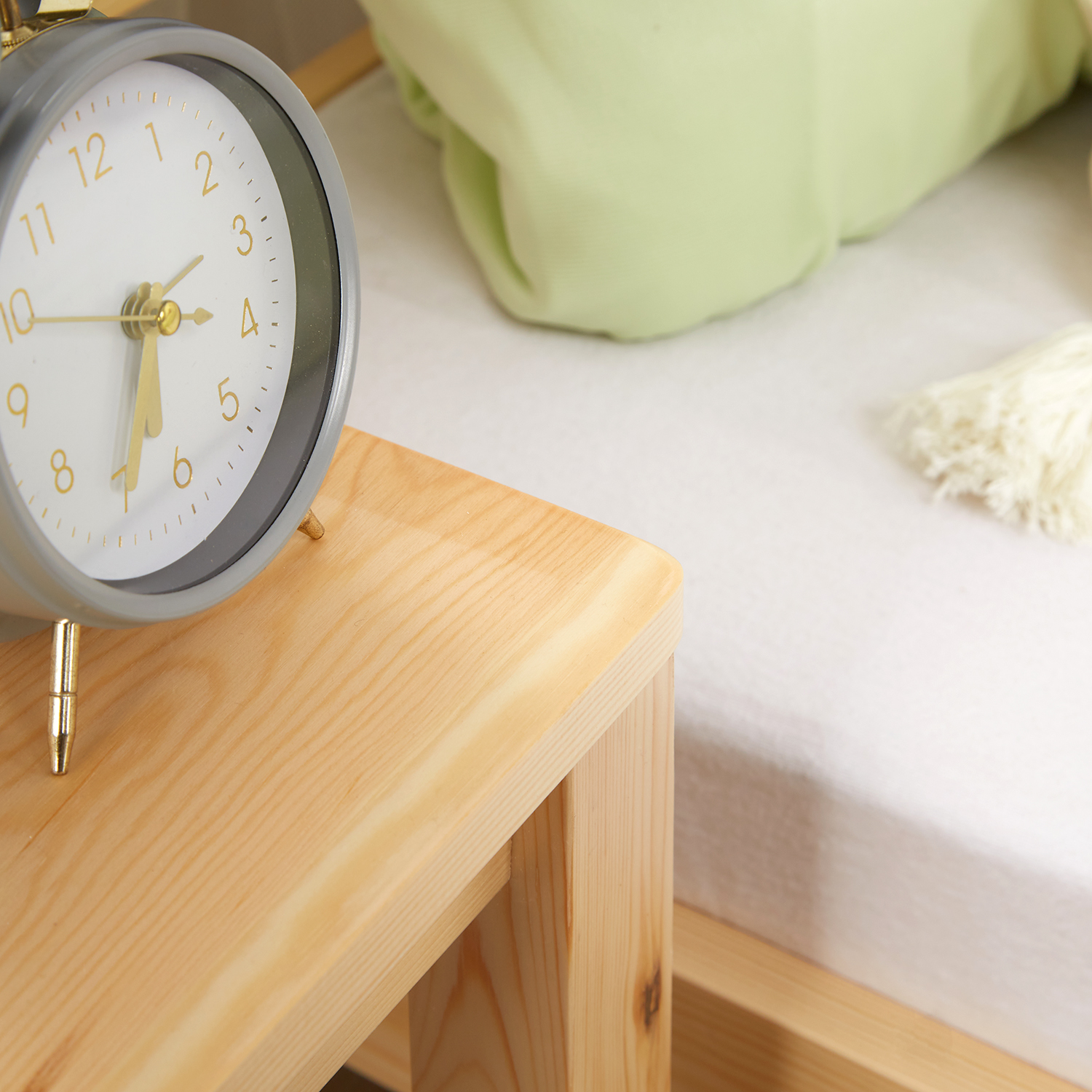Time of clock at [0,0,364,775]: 3:34
